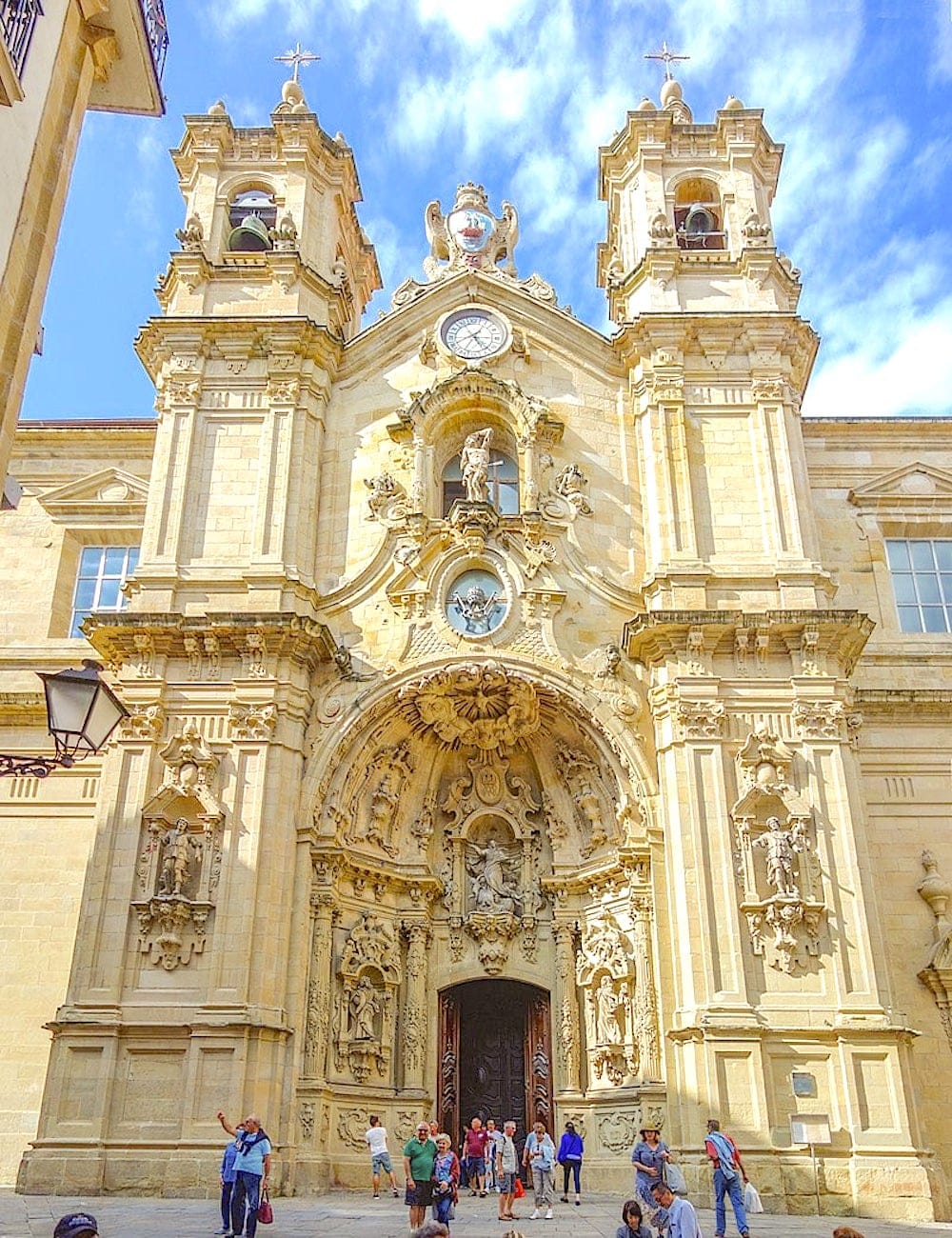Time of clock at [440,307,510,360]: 4:40
